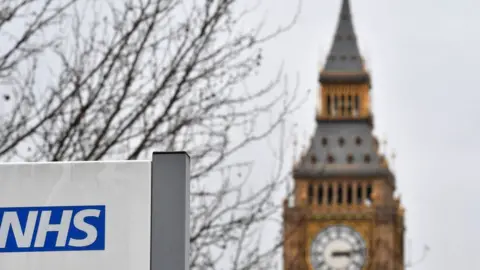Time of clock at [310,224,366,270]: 3:13
